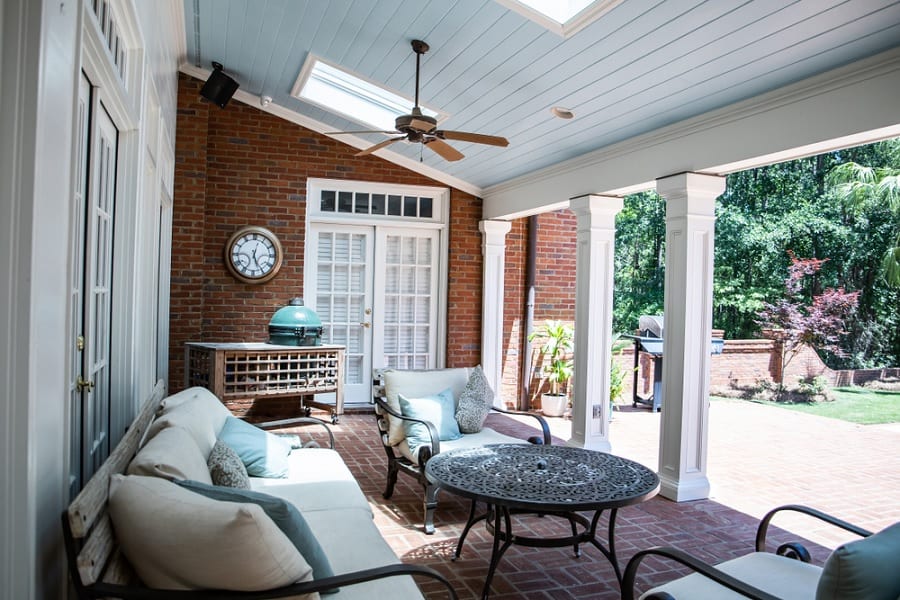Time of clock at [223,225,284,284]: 12:26
